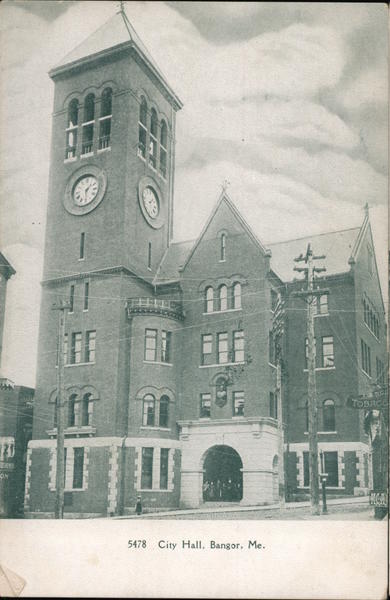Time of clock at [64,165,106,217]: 1:28
